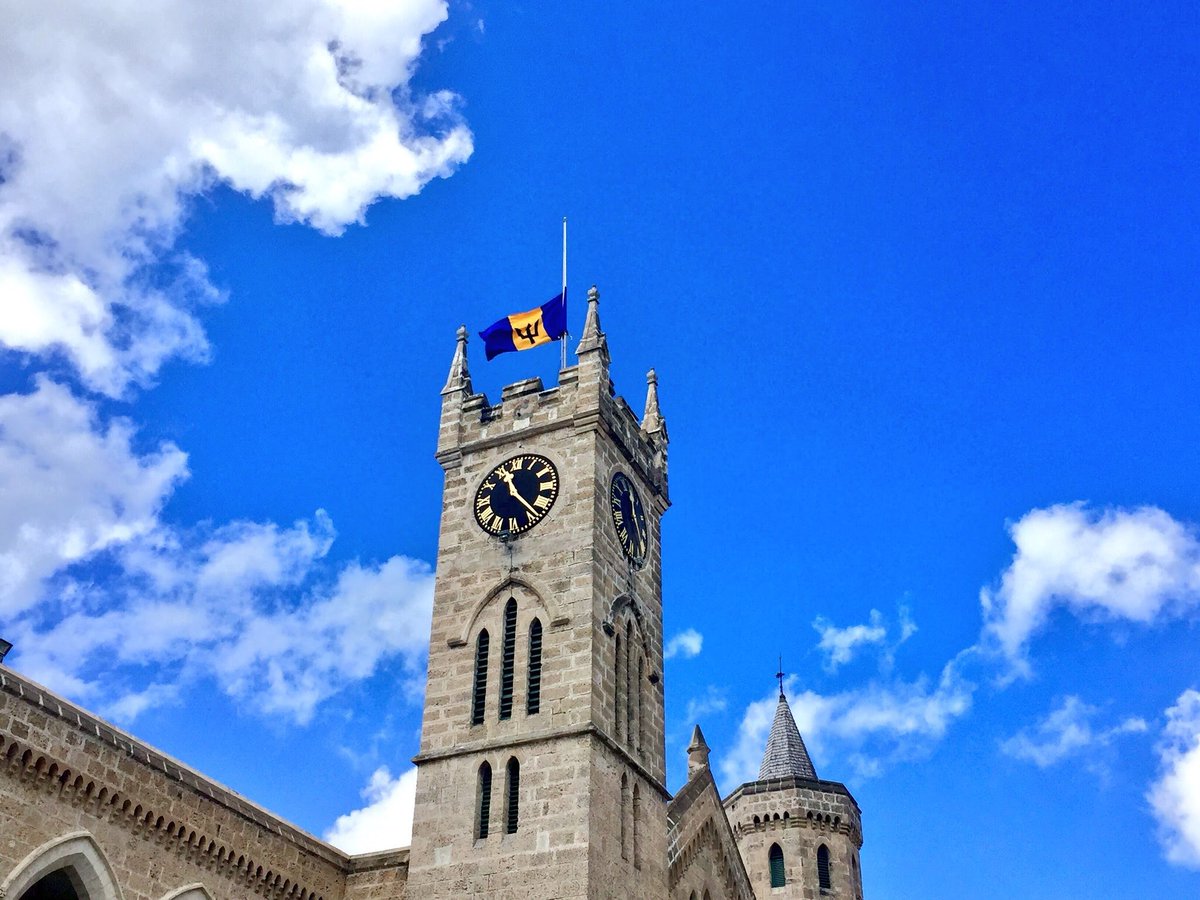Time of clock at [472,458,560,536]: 11:23
